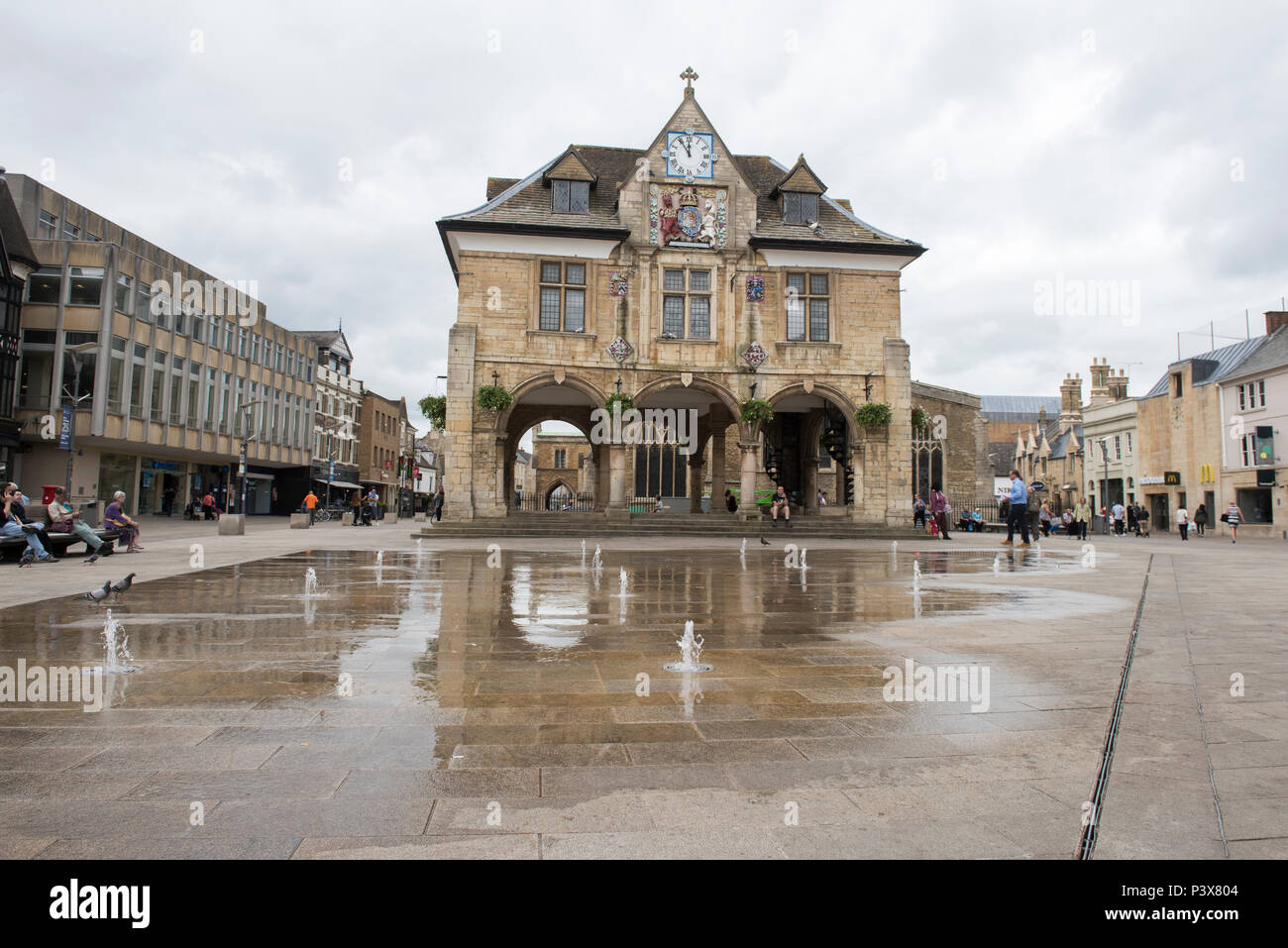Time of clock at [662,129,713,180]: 11:54
